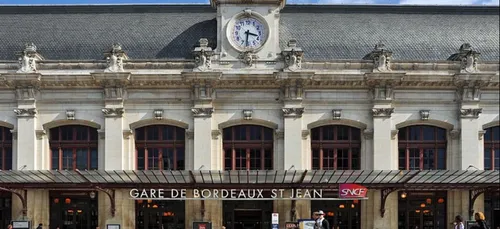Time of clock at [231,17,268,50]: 3:31
